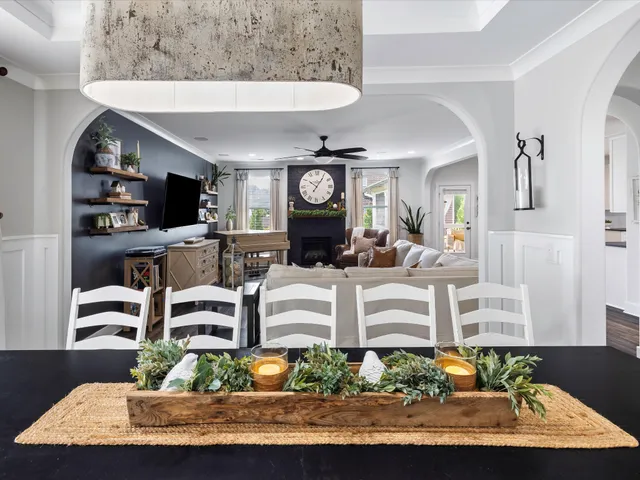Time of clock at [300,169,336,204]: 10:05
